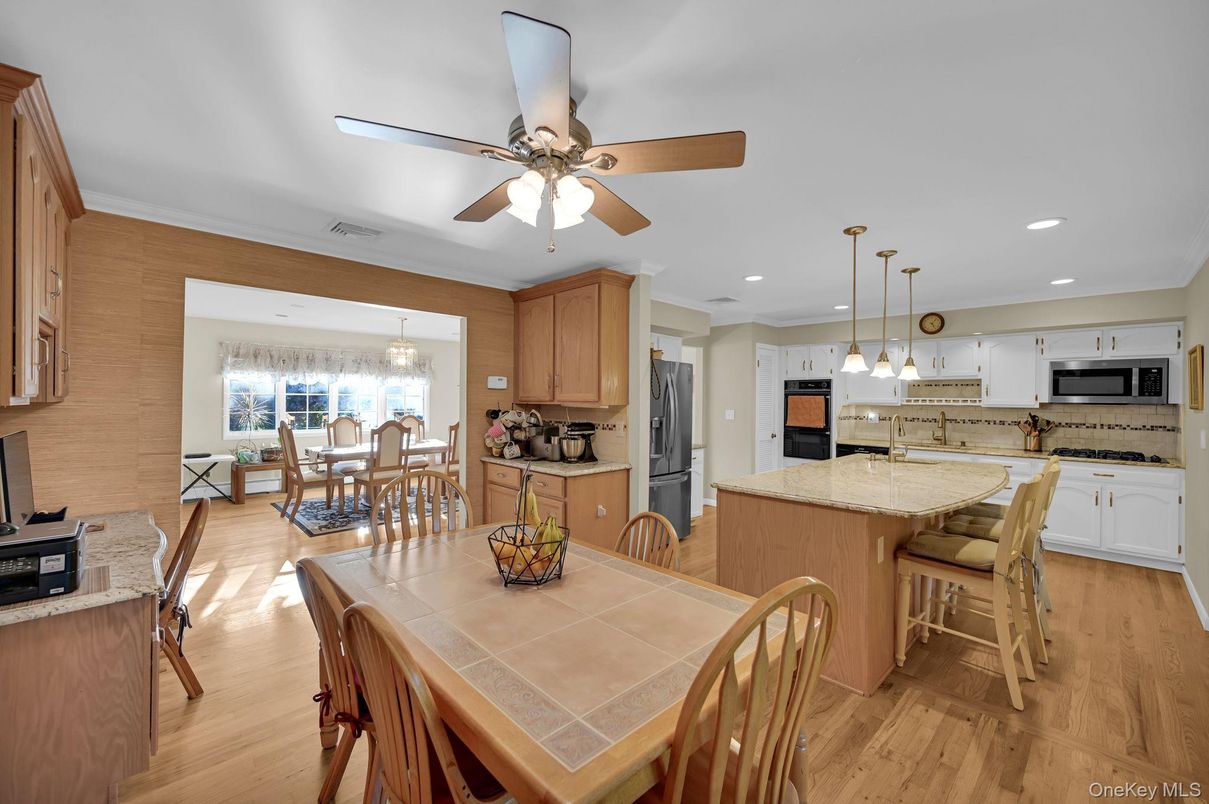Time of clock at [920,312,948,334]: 5:06
